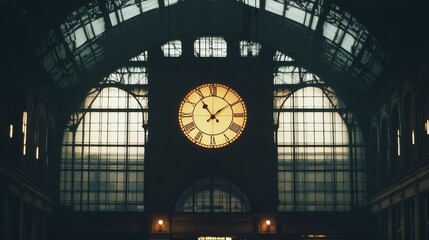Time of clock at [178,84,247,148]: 1:53
